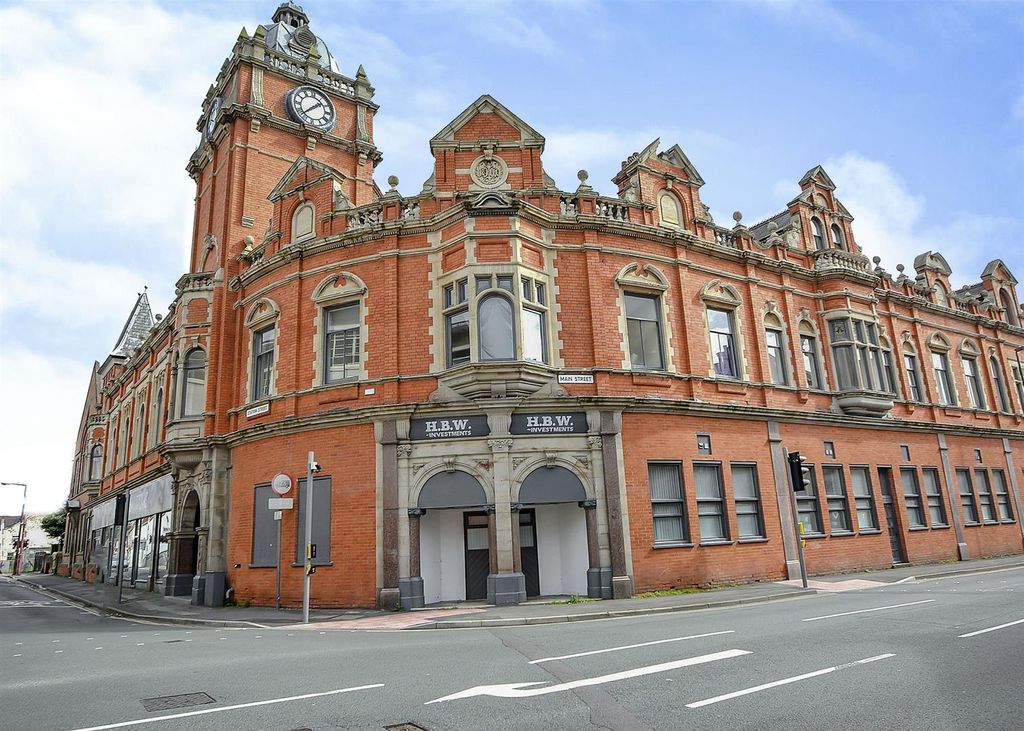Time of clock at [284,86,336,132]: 1:37
